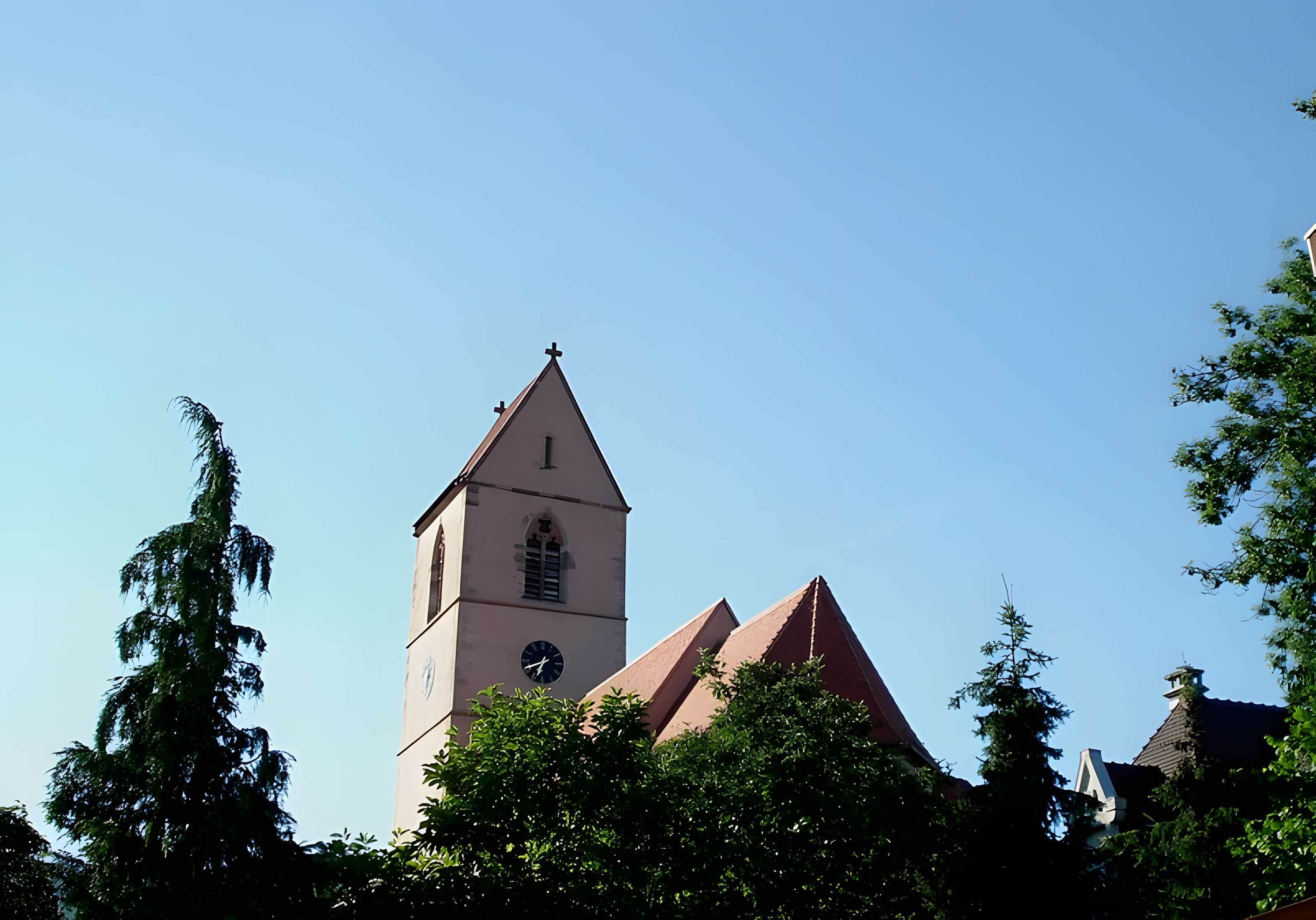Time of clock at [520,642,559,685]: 6:41
